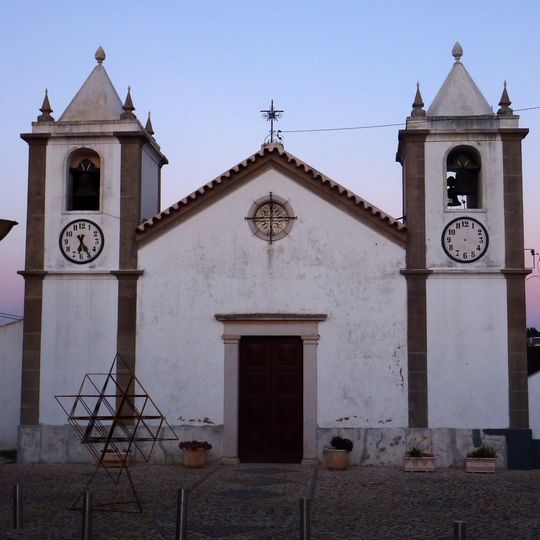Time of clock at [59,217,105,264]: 6:24
